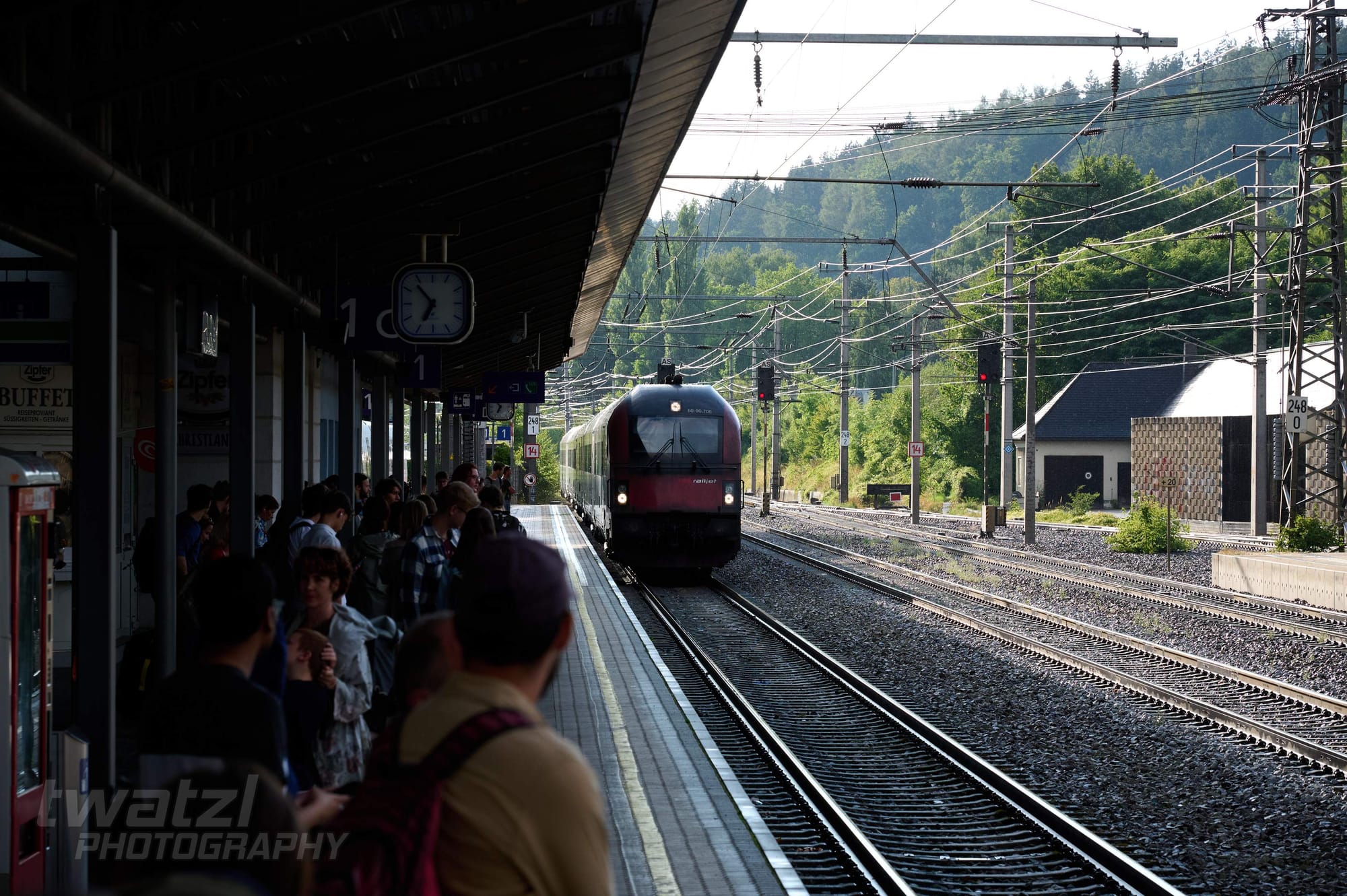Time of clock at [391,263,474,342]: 6:53
